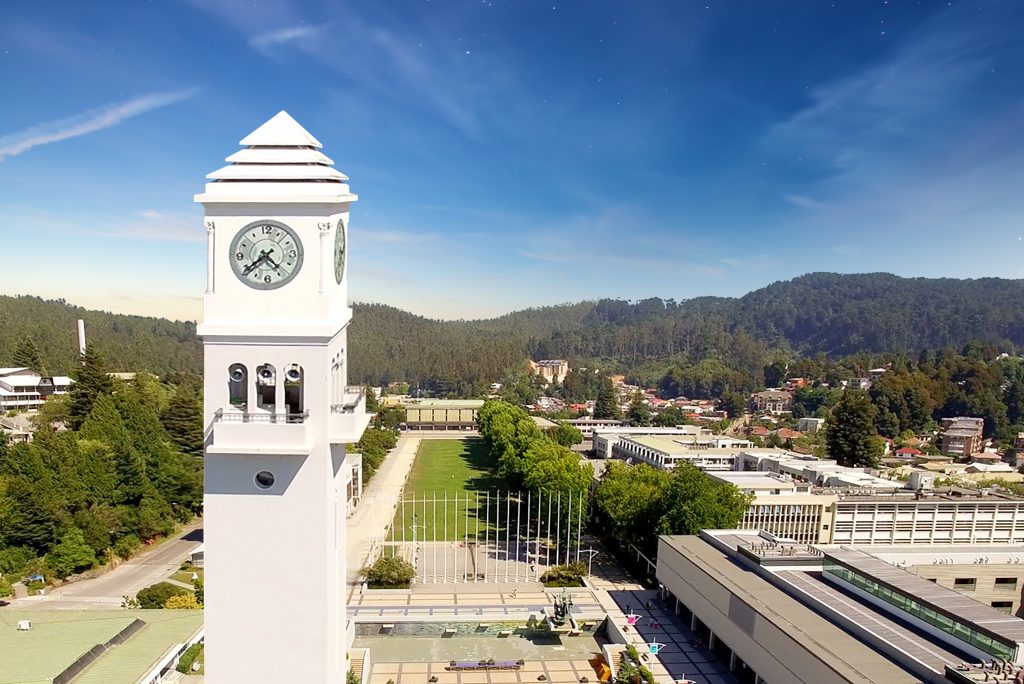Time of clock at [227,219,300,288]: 4:38
